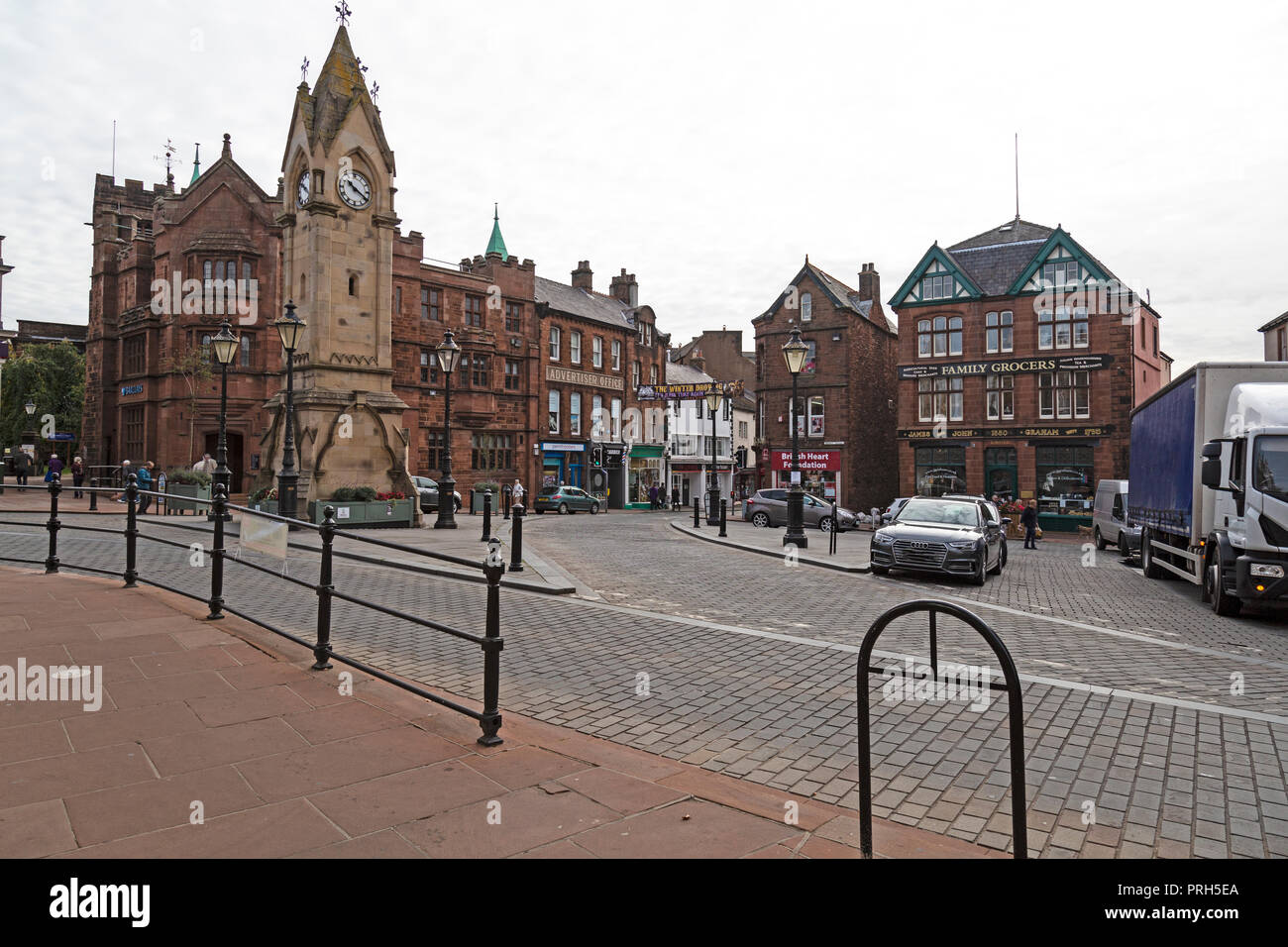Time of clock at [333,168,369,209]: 10:20
